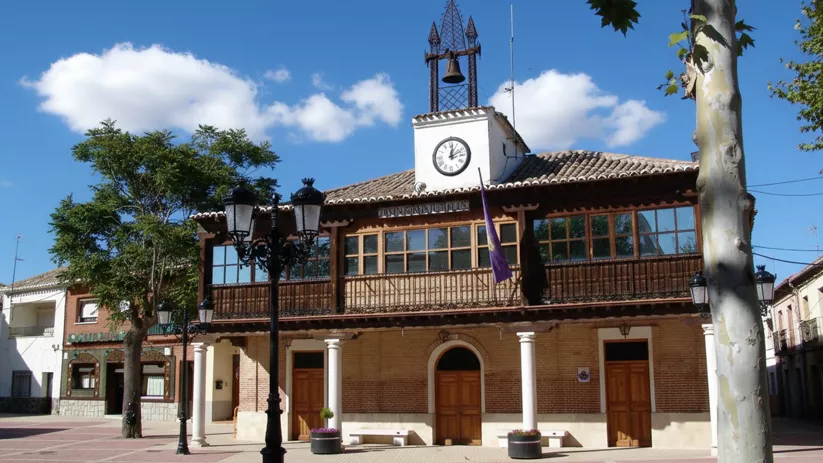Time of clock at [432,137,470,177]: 12:11
